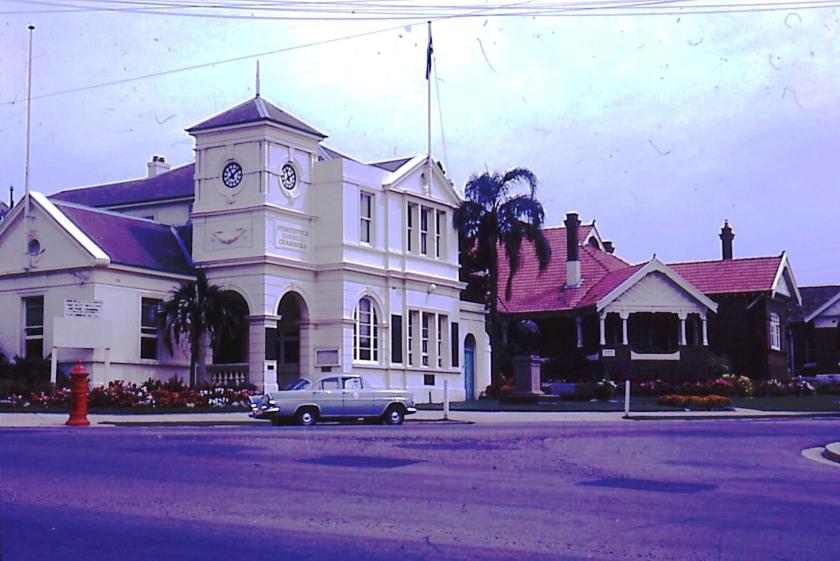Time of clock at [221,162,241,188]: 11:08
